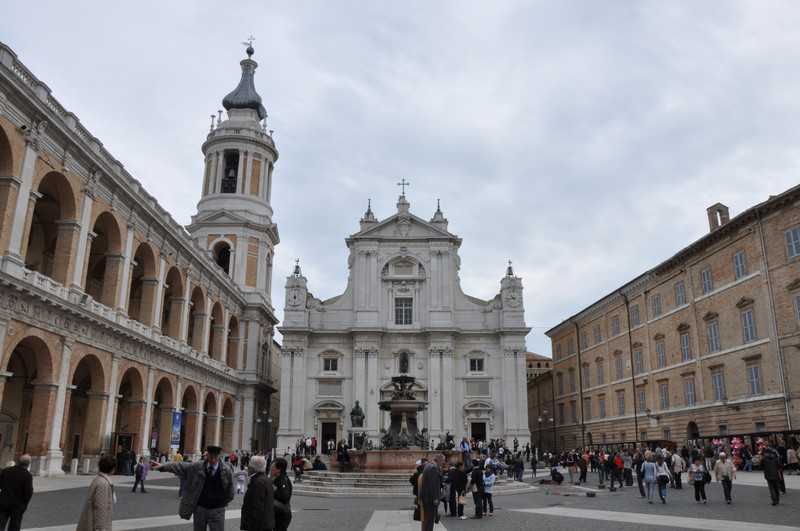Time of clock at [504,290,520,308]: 10:43
